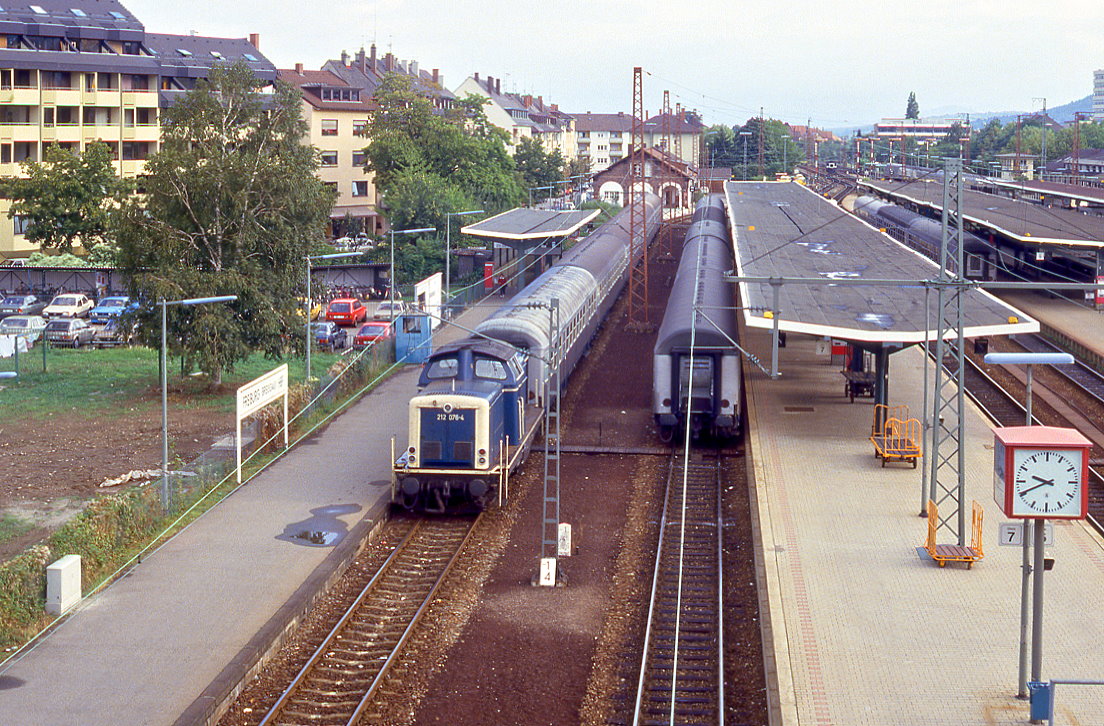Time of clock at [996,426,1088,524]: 9:40
